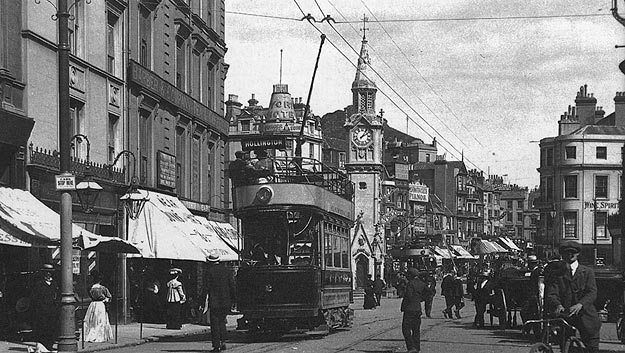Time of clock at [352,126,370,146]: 2:06
